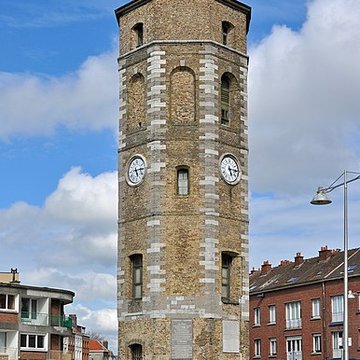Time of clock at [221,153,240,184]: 5:15
